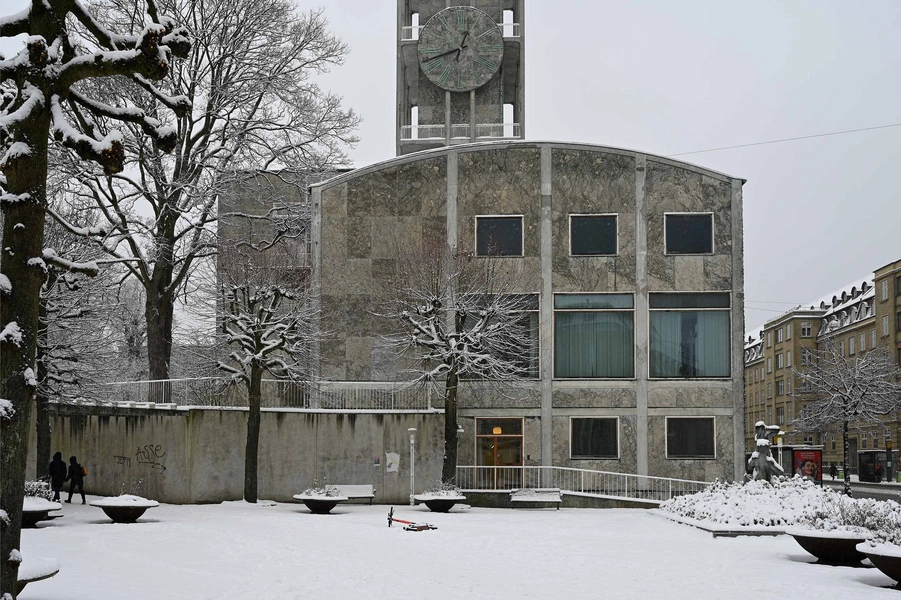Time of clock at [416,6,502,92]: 12:42
